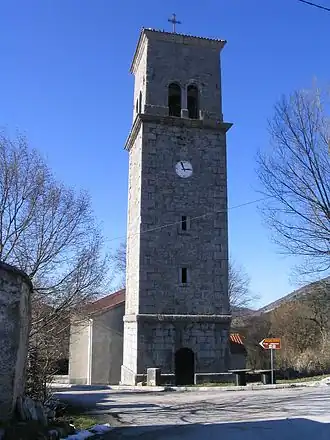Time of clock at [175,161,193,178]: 11:13
